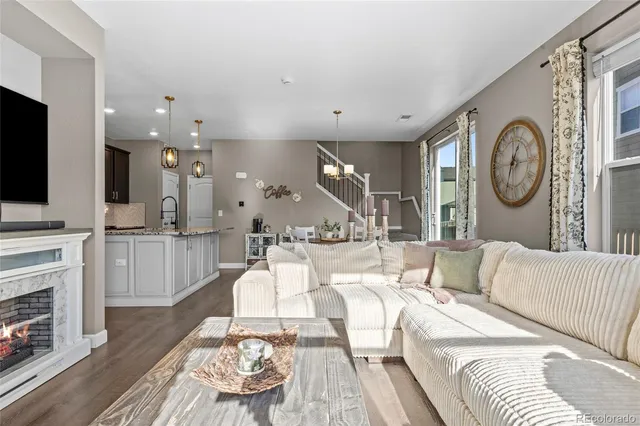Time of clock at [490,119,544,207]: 12:33
